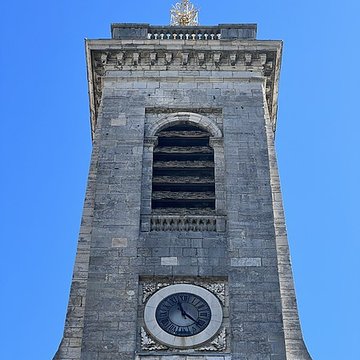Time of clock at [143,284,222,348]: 11:21
